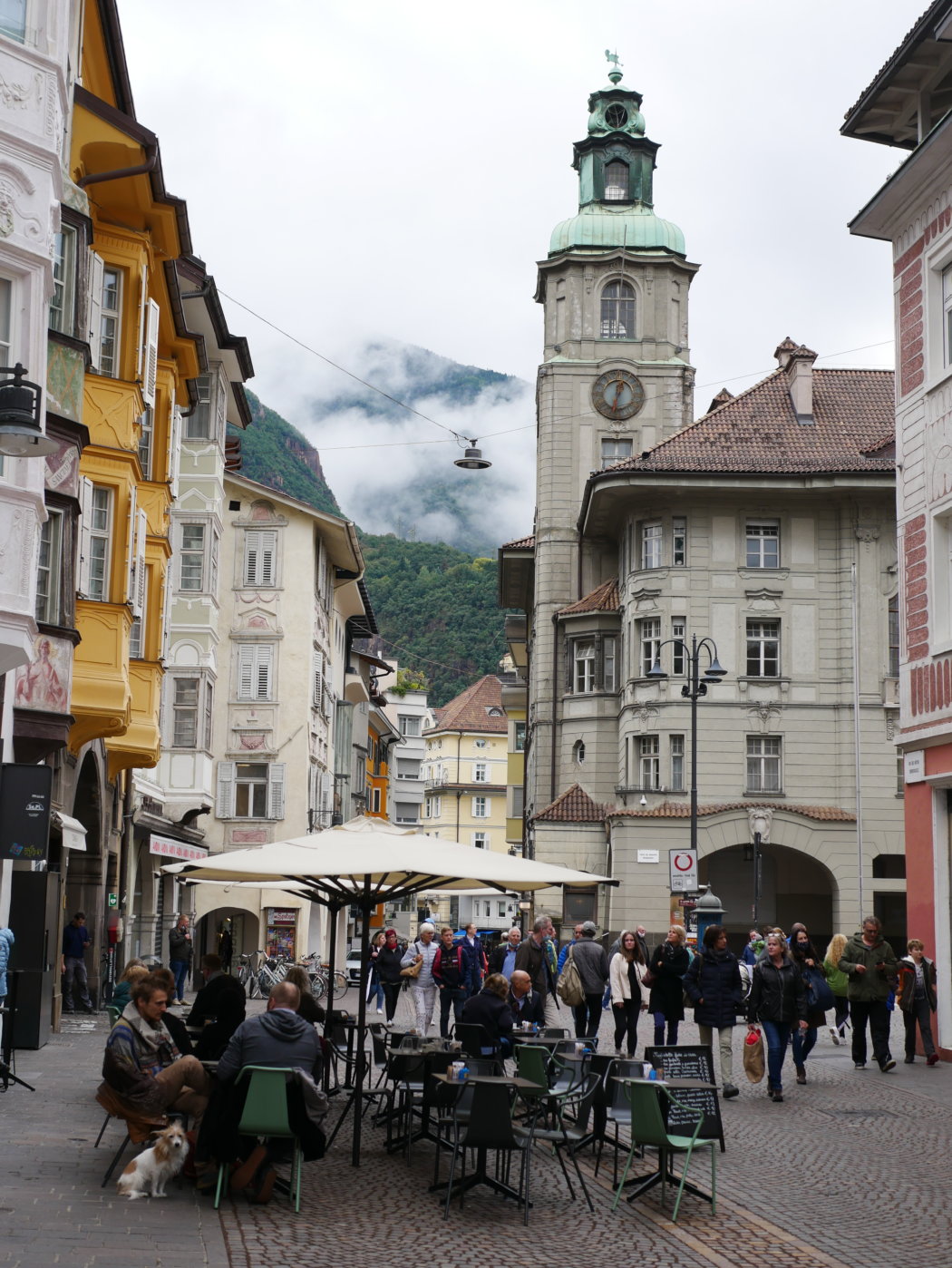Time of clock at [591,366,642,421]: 12:32
